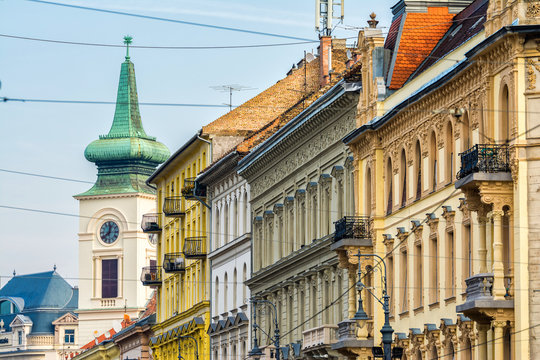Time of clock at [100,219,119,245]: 12:38
